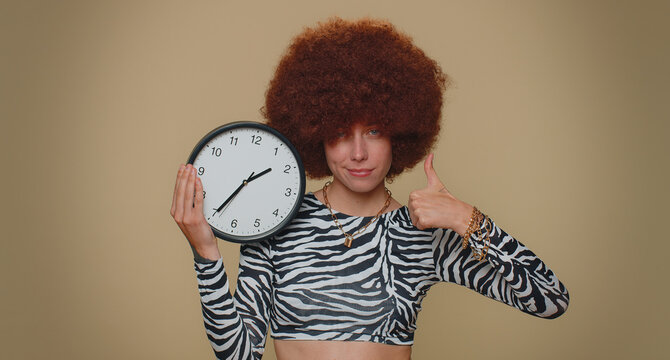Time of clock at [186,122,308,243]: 1:35
